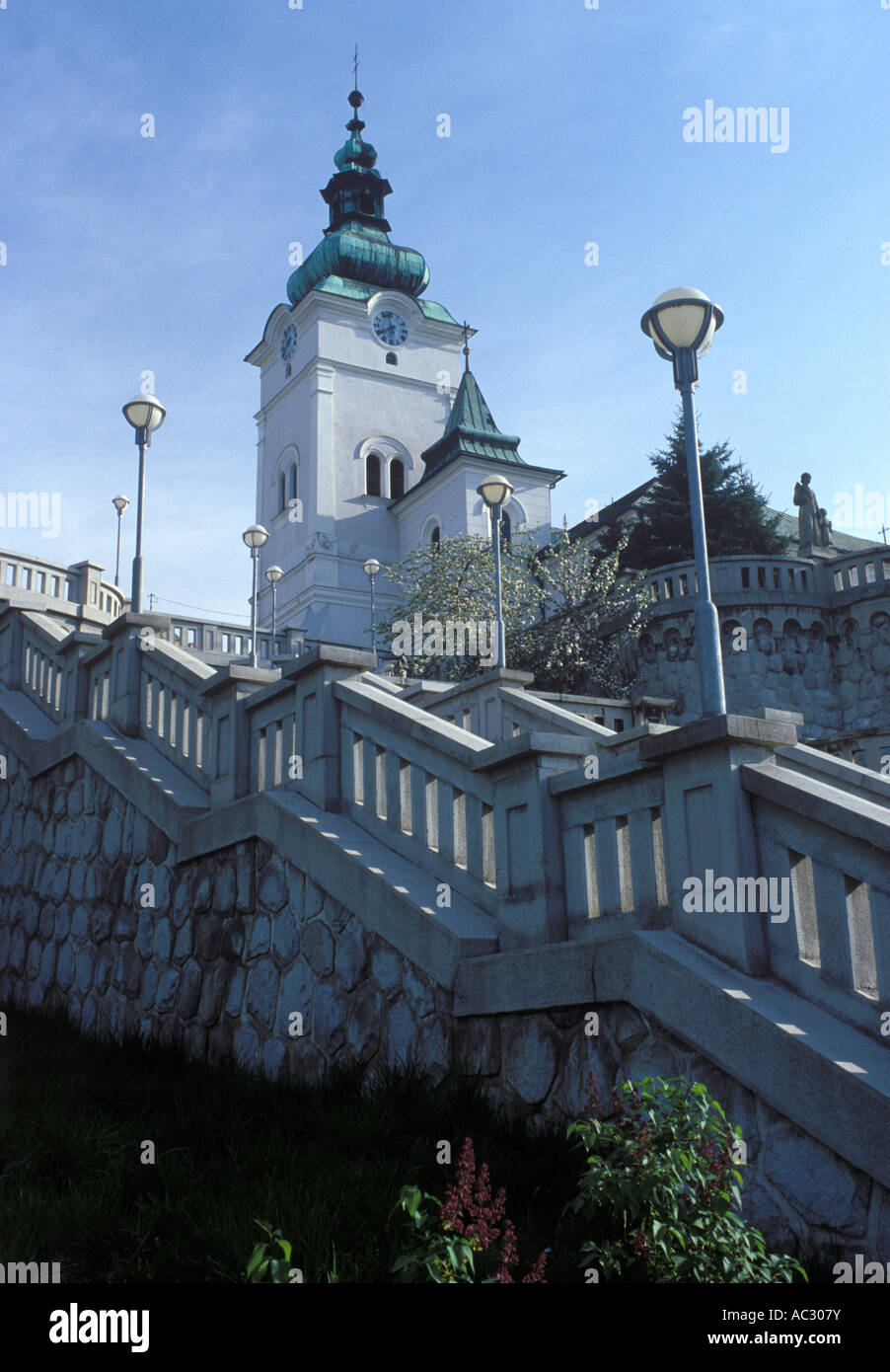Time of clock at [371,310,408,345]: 7:57
